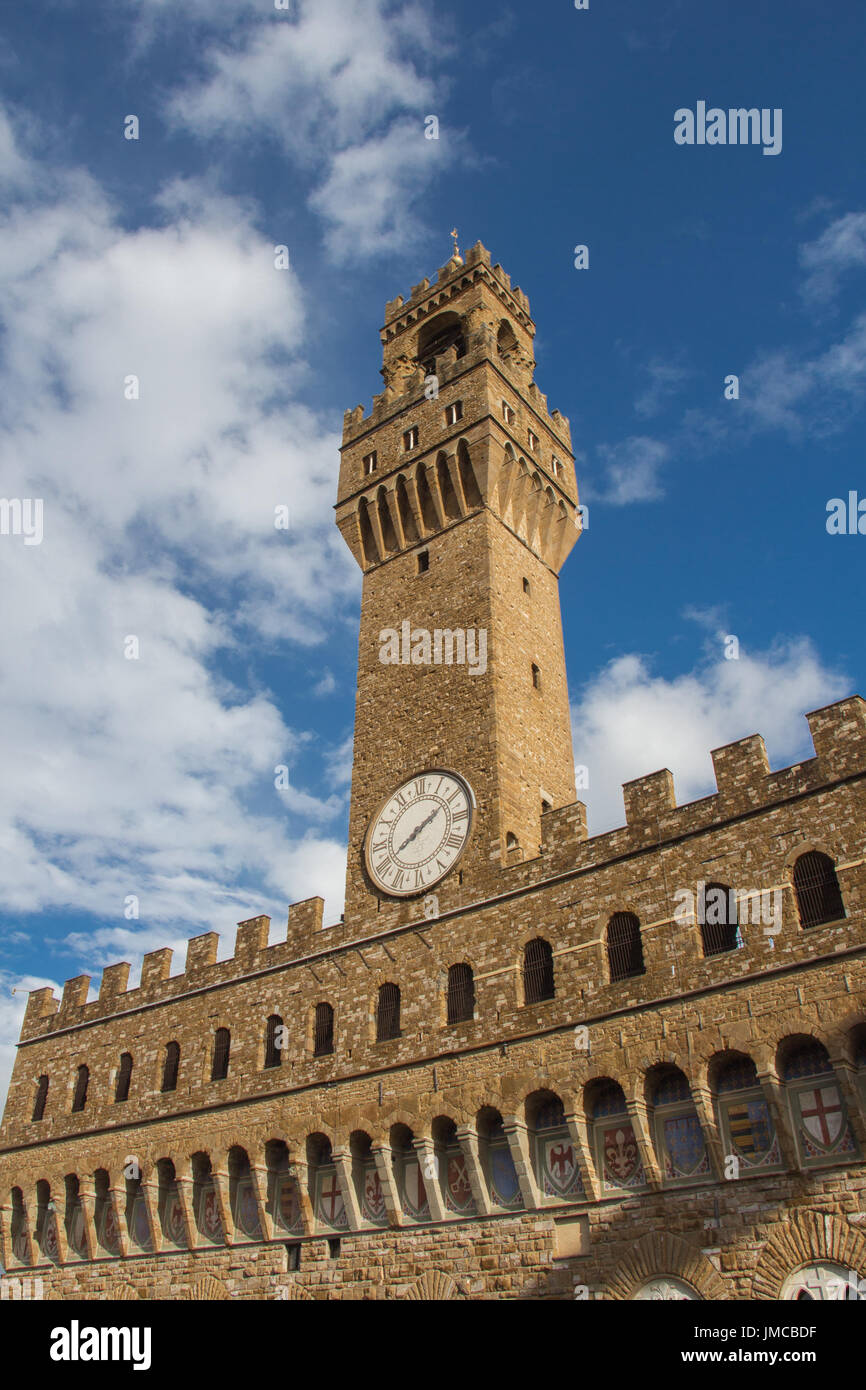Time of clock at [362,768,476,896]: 8:10
